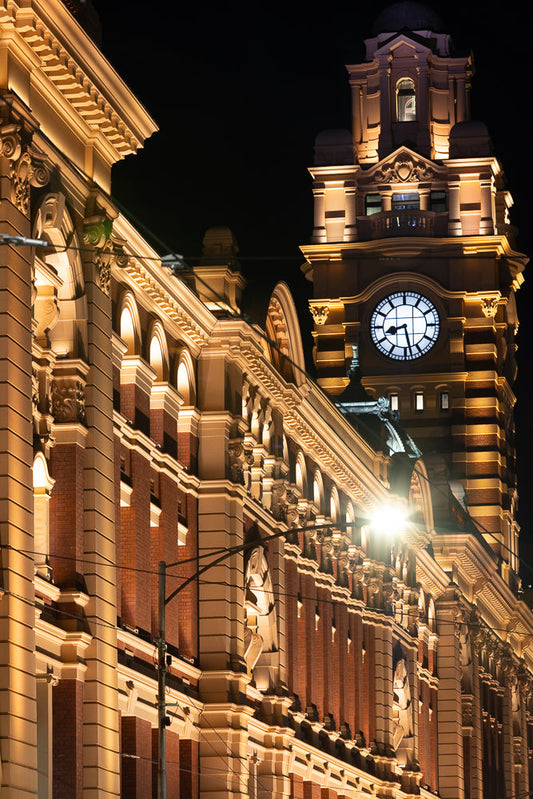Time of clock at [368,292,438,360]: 8:27
